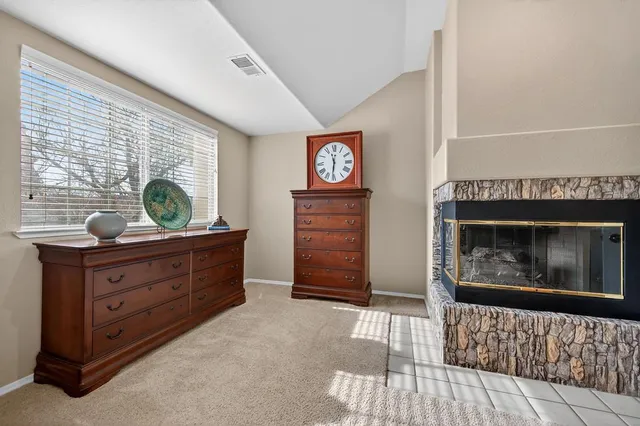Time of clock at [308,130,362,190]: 11:31
